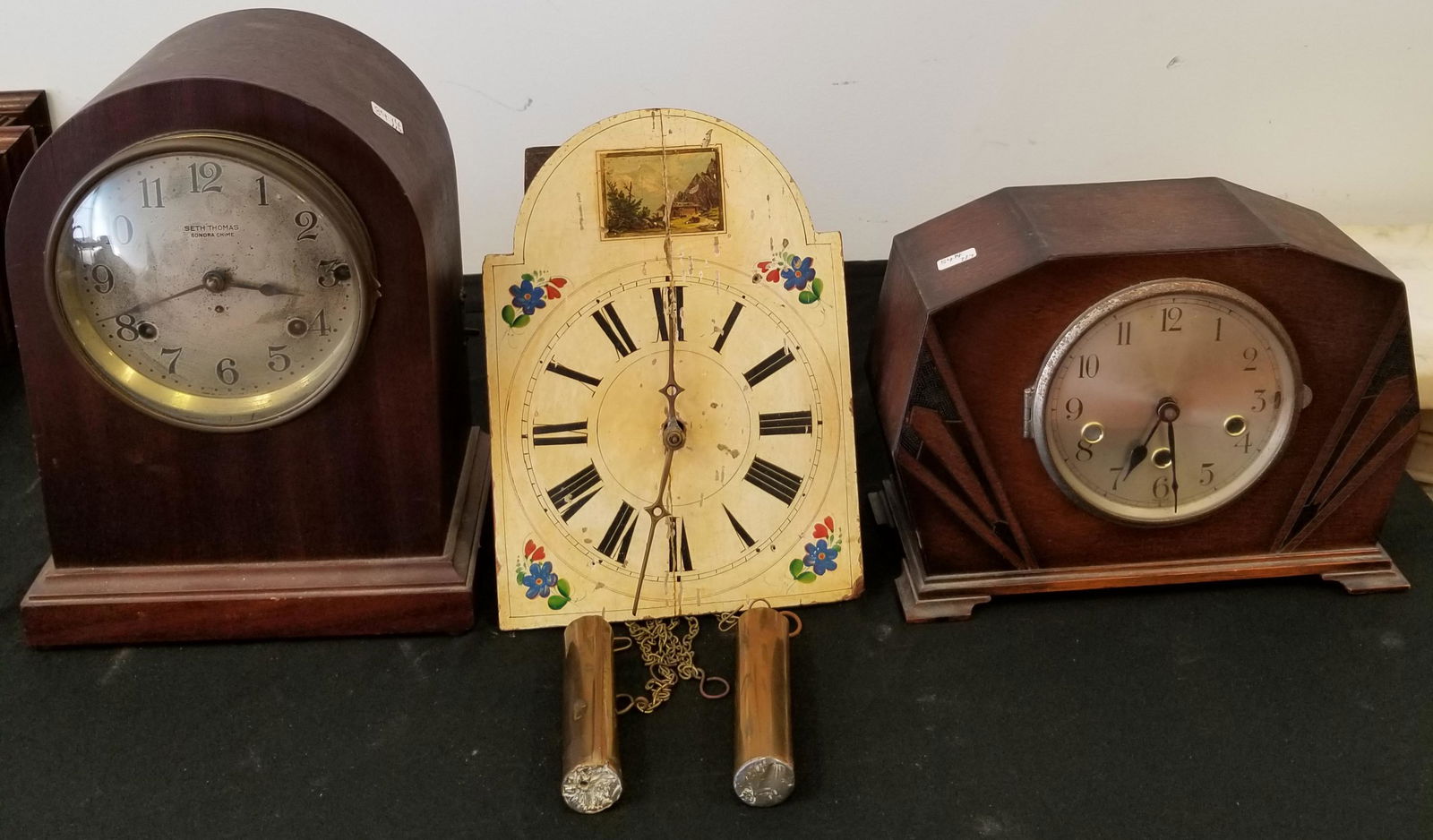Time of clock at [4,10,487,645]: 8:16
